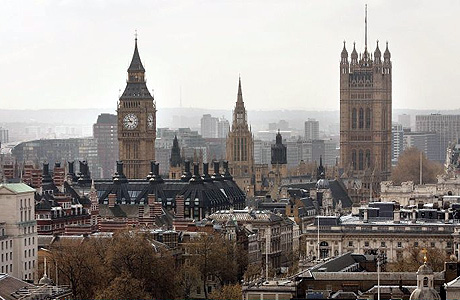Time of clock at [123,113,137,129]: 10:43
